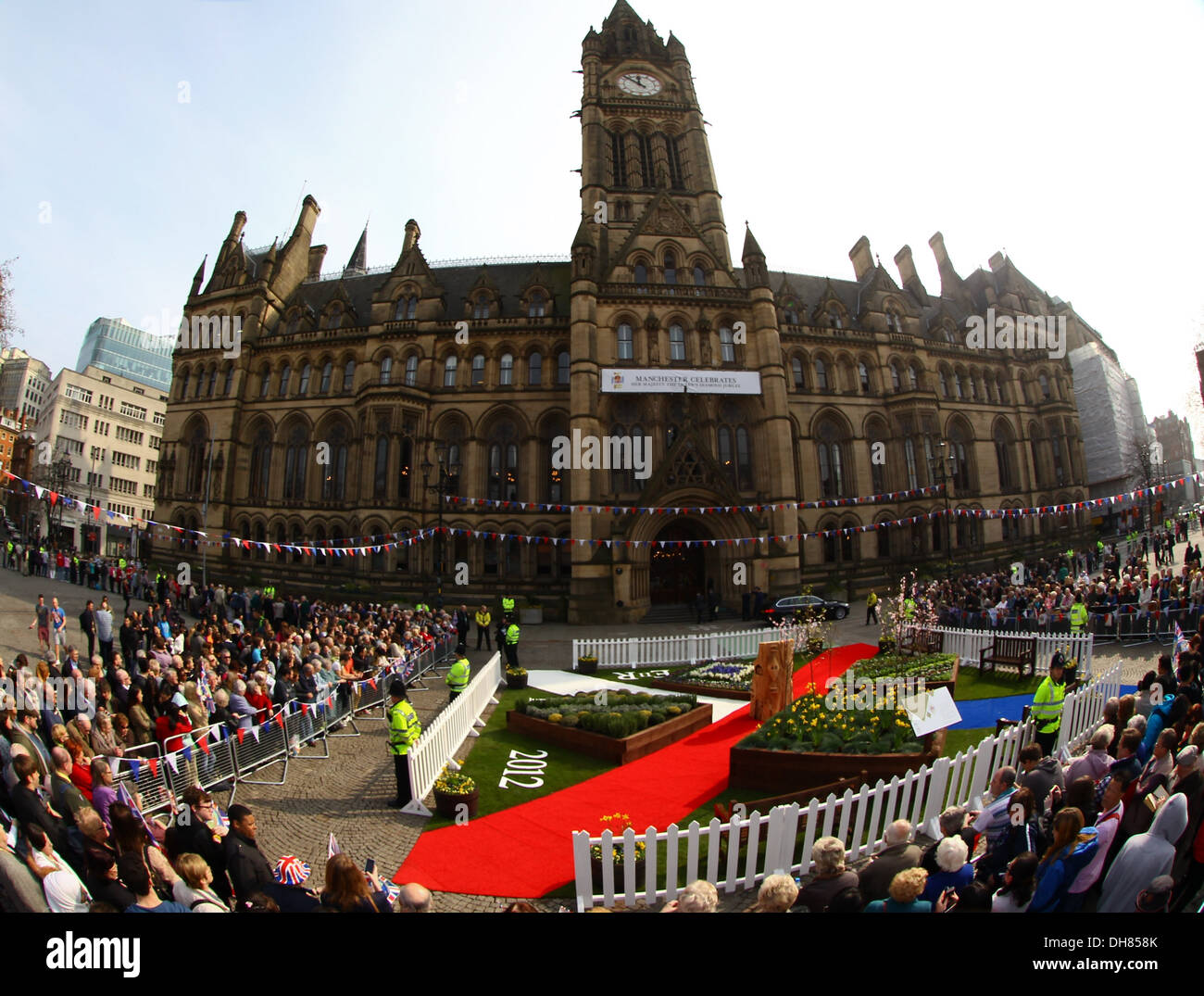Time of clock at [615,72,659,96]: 11:52
